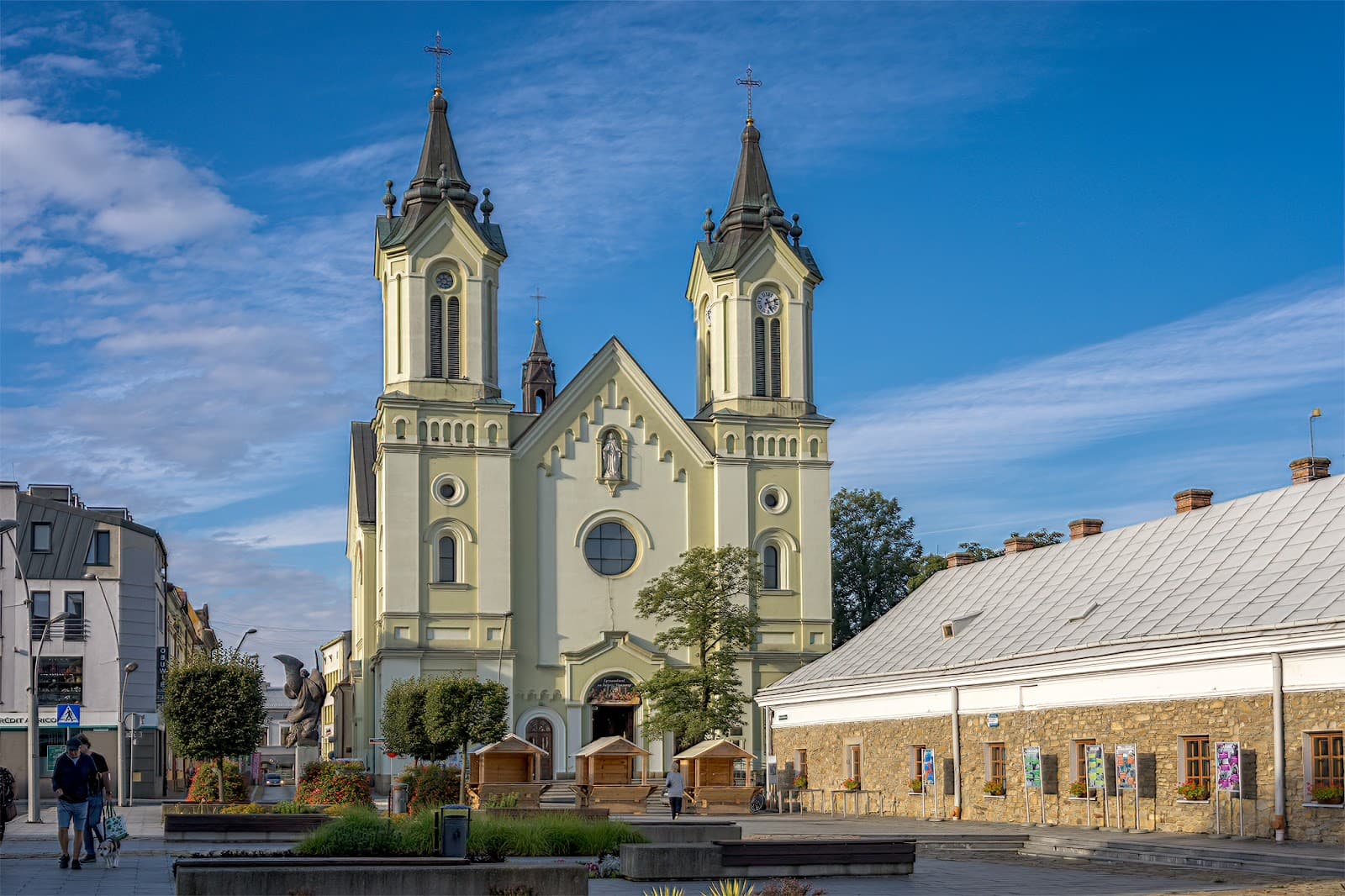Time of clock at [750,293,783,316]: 5:11
